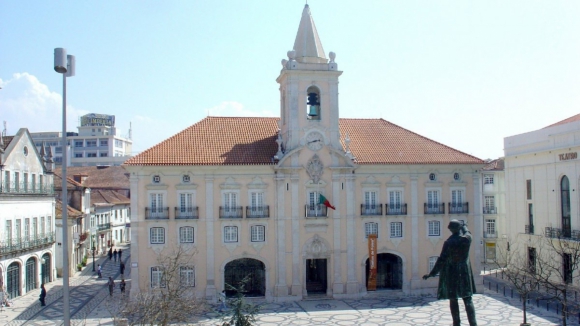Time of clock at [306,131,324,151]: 2:42
